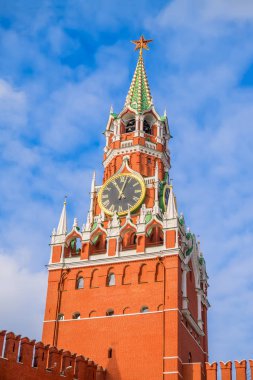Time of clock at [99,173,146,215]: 11:03
